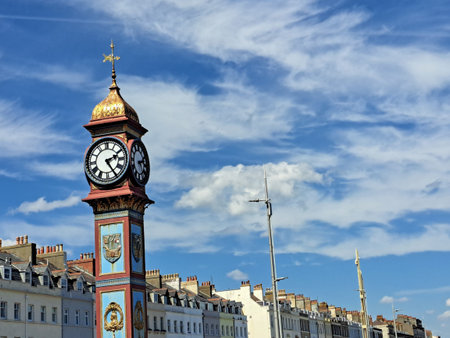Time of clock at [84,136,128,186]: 2:24
